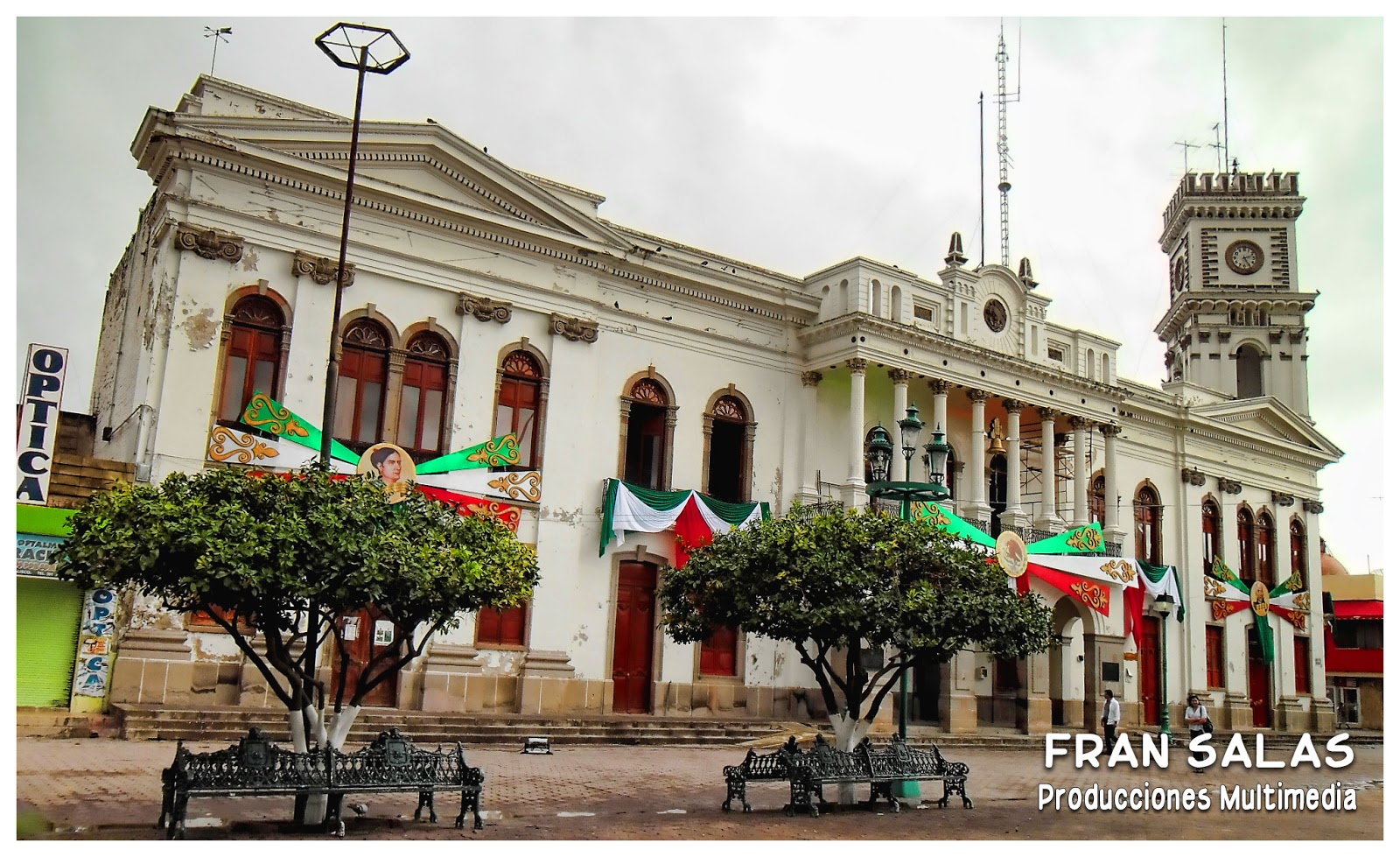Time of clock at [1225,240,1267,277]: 2:25
